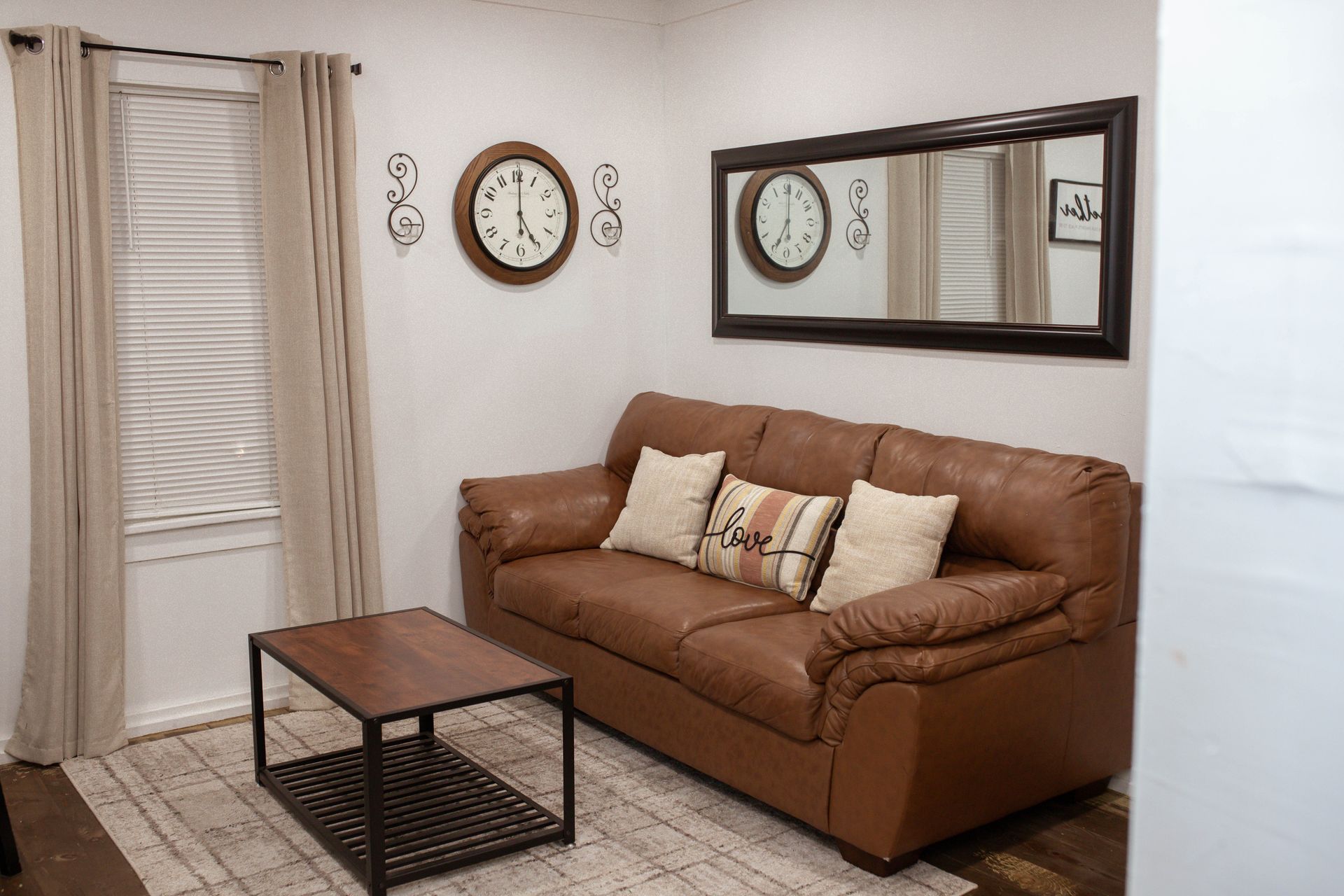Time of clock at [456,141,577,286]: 5:00
